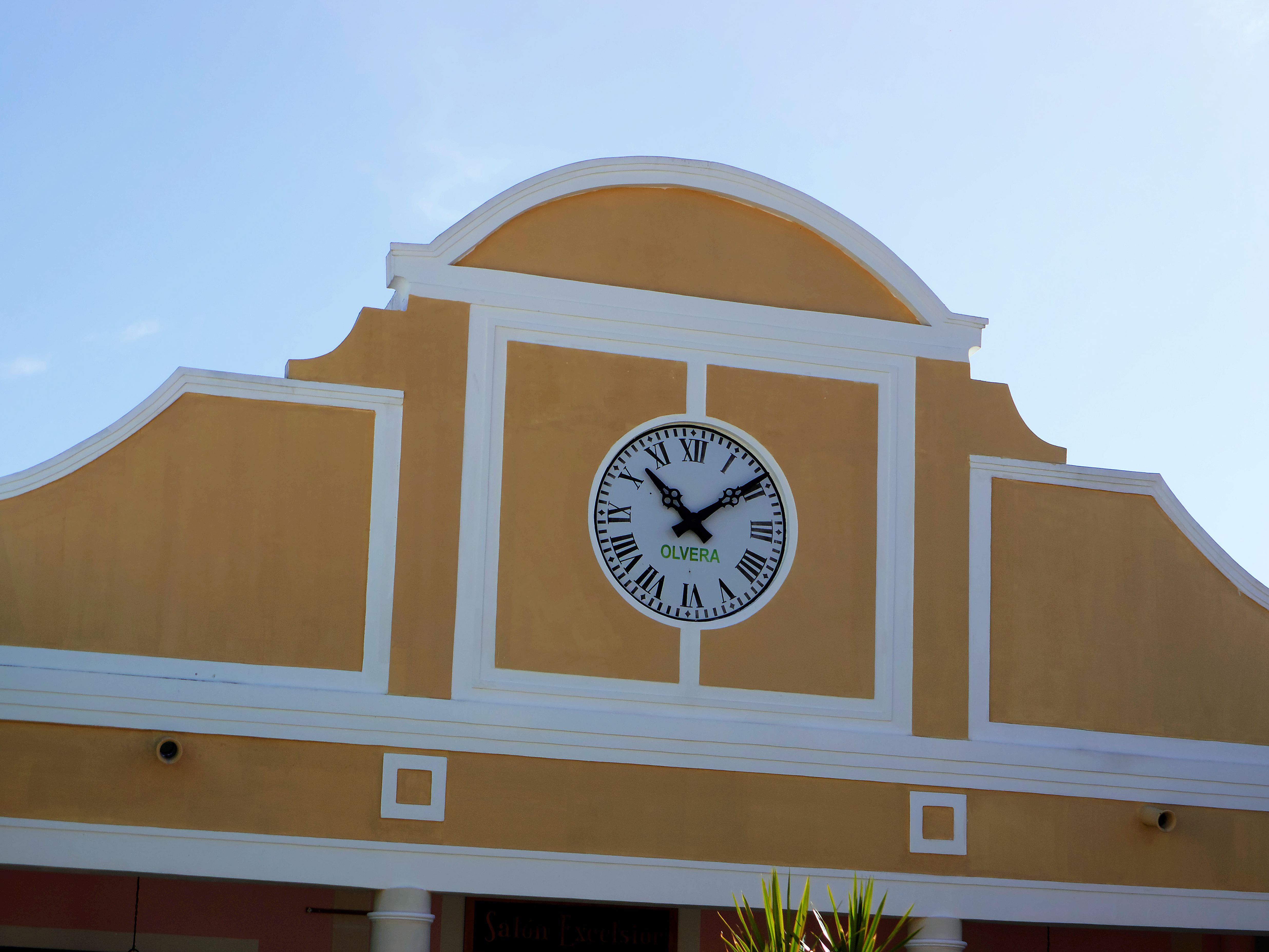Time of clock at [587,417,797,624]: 1:52
